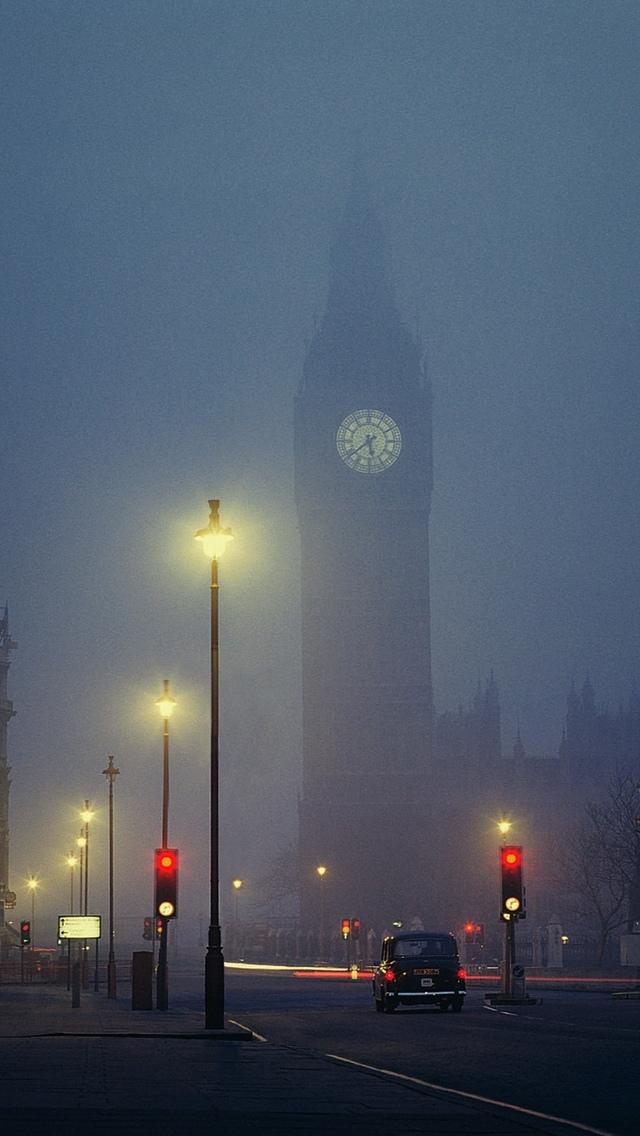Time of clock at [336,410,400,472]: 5:38
